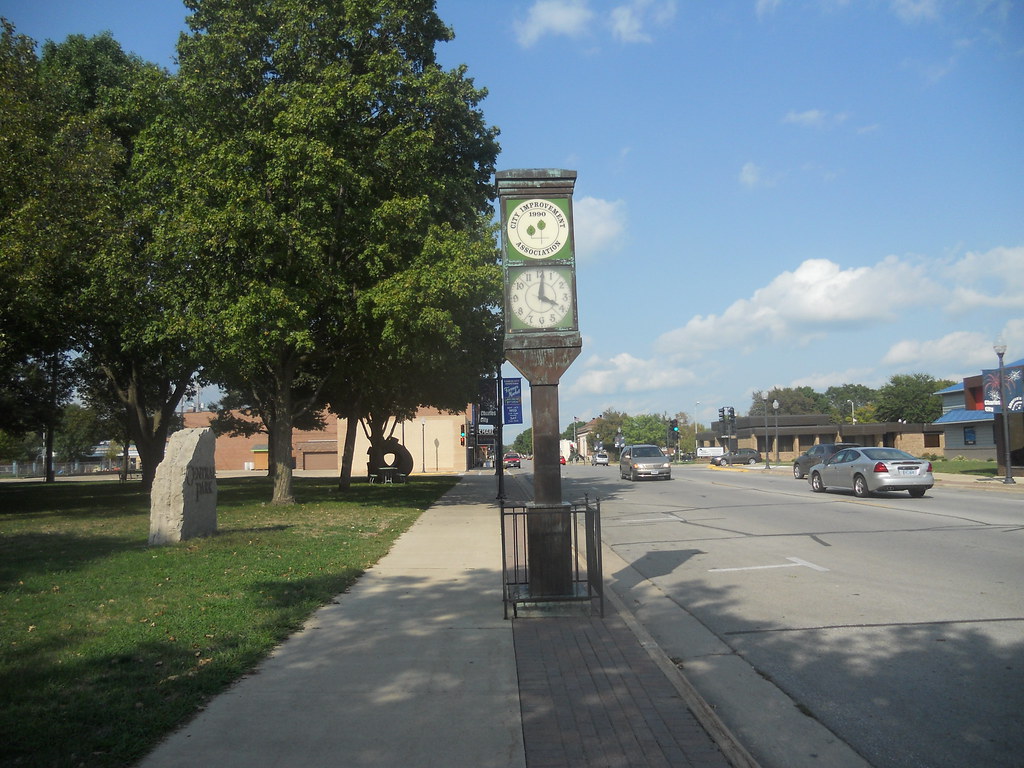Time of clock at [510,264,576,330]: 4:01
